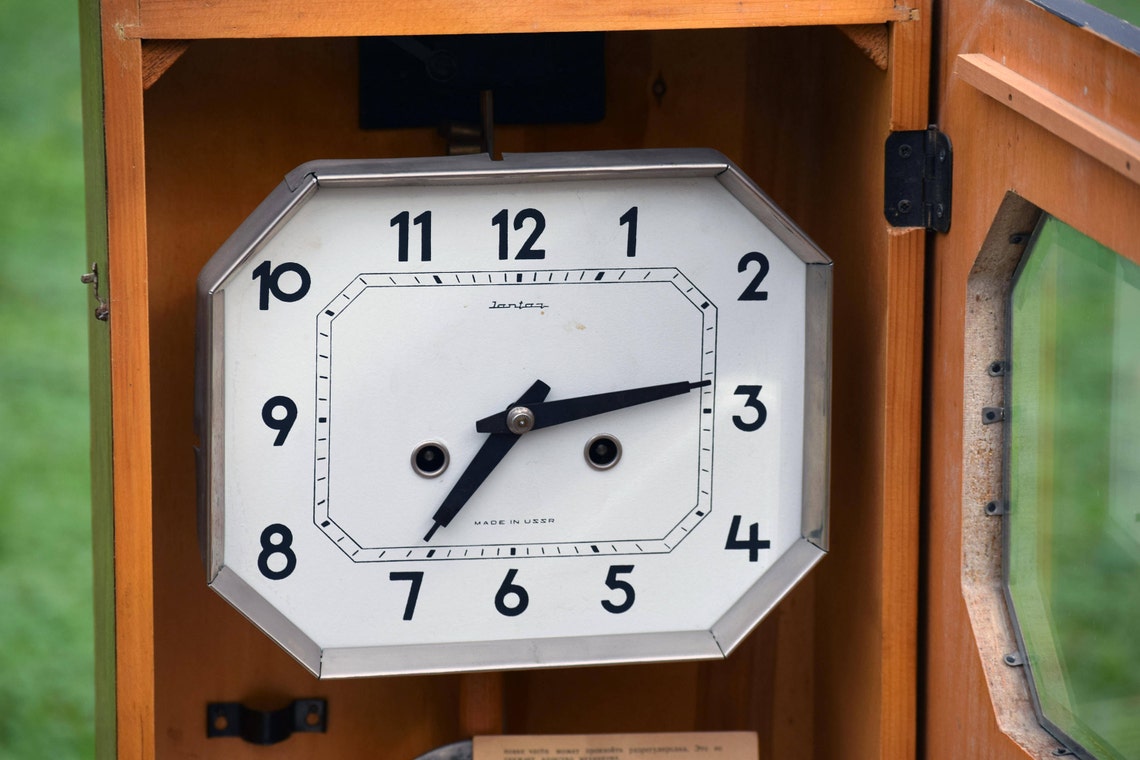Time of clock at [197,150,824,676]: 7:13
